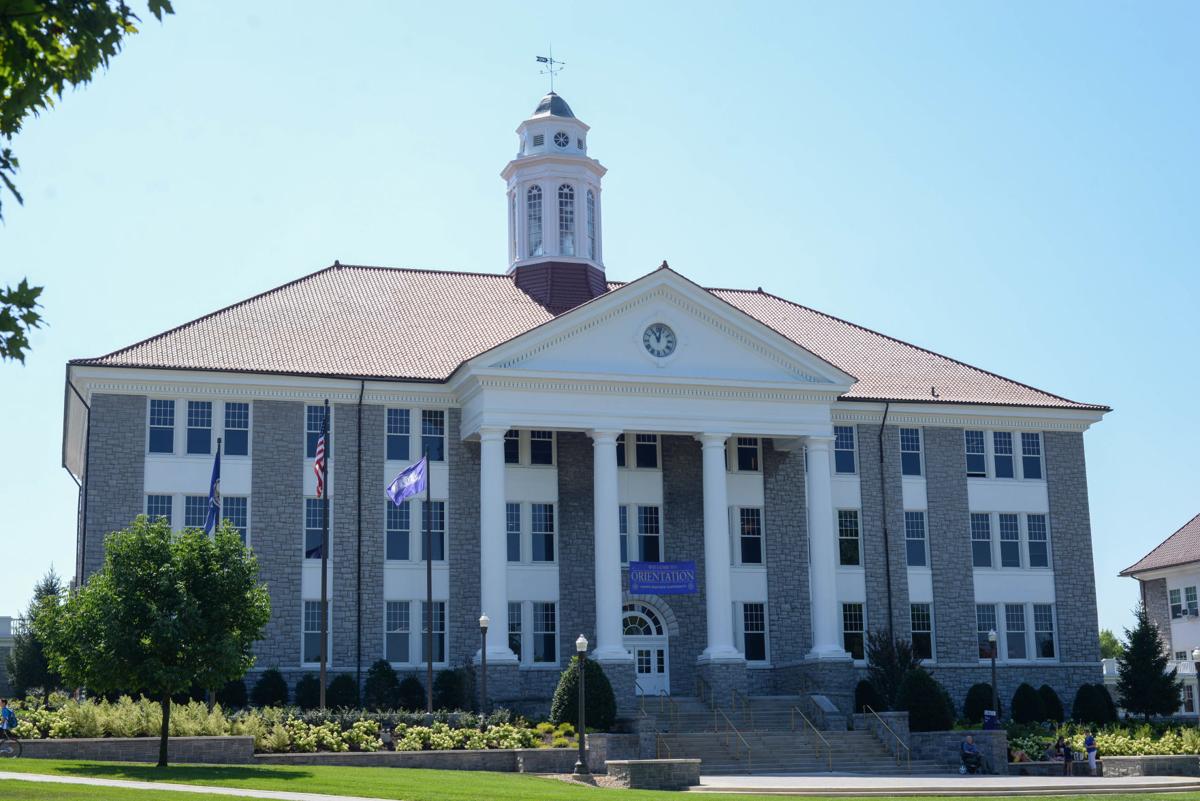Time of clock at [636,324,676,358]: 11:02
